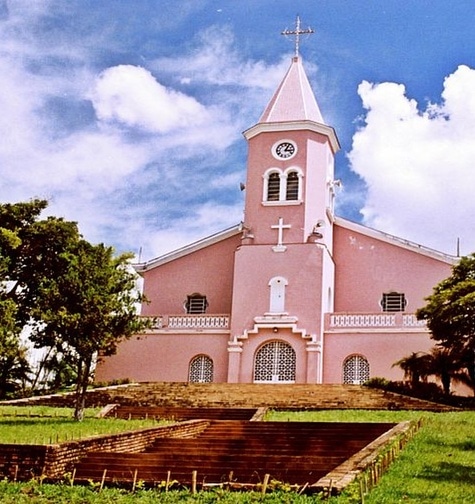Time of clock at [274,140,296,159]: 3:04
